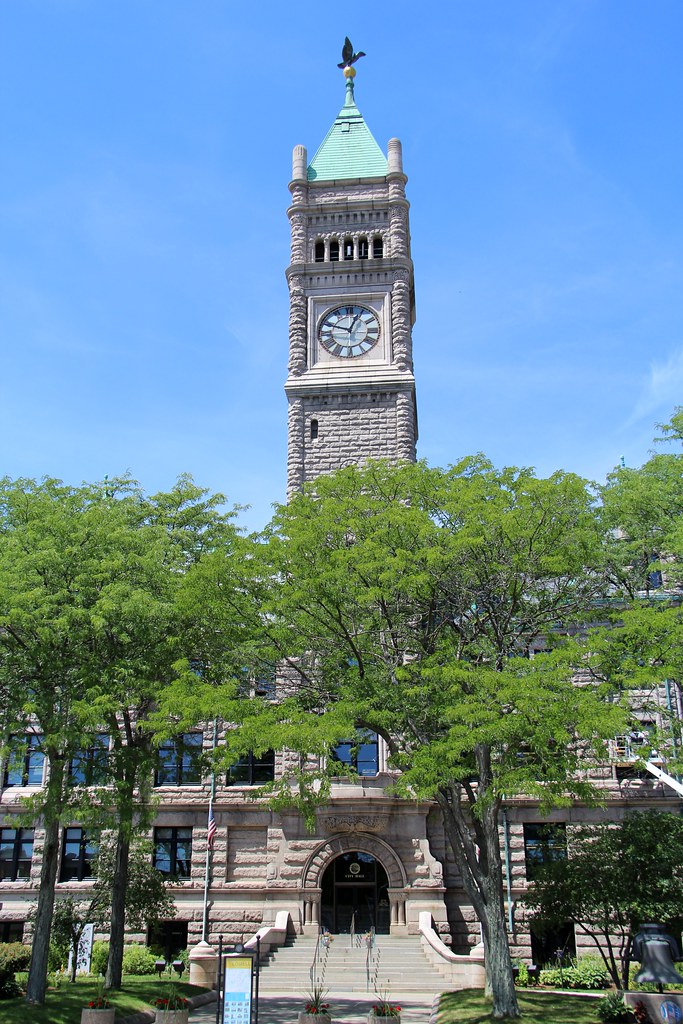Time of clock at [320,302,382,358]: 12:48
